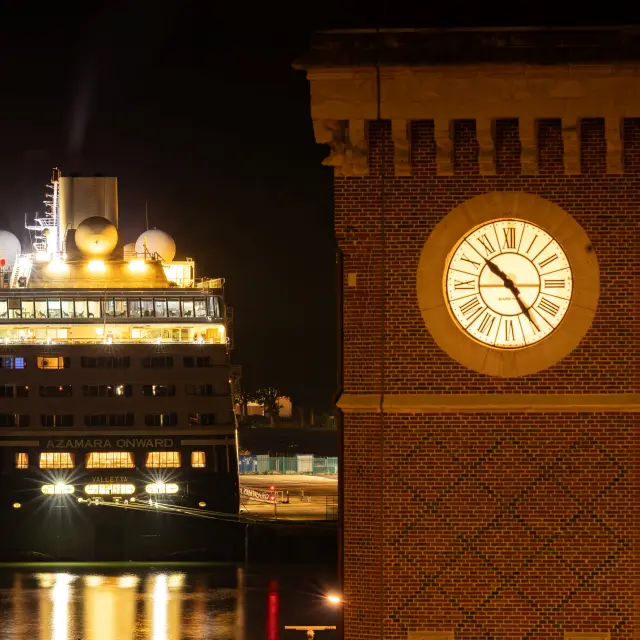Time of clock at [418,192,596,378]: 10:24
